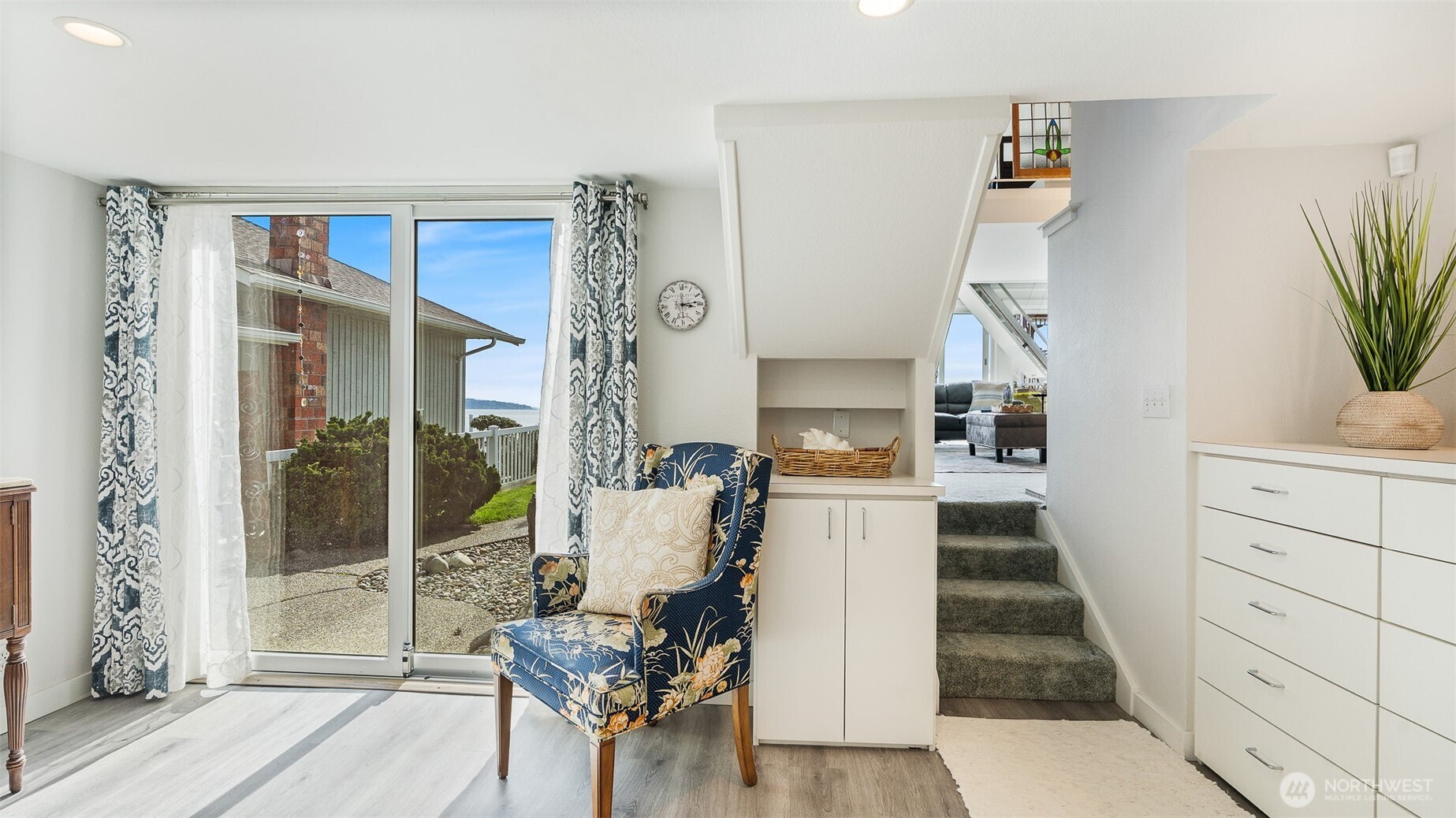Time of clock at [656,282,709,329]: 3:13
